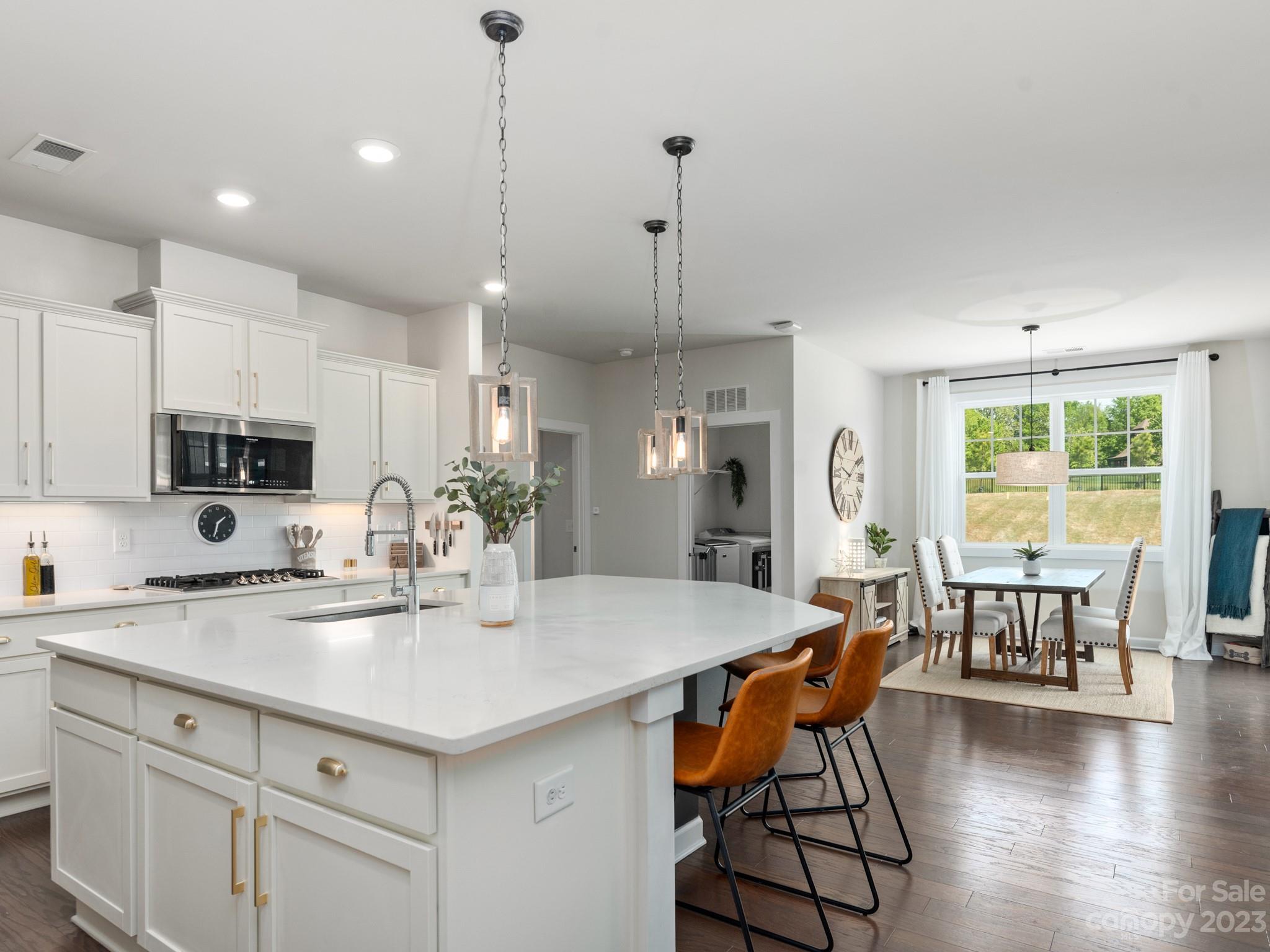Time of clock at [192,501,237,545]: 1:32
